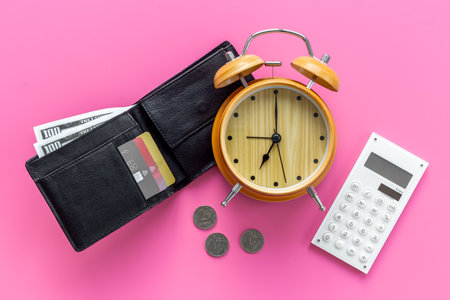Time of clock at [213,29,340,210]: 7:00
